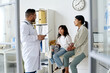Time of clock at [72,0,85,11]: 8:07
